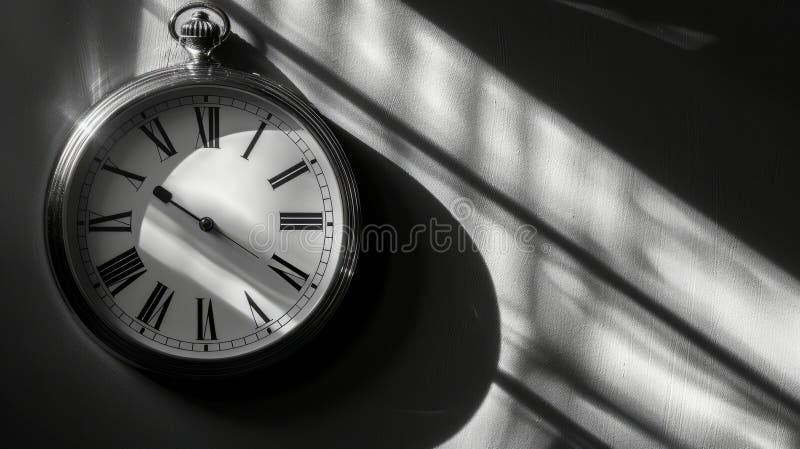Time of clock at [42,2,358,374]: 4:20
